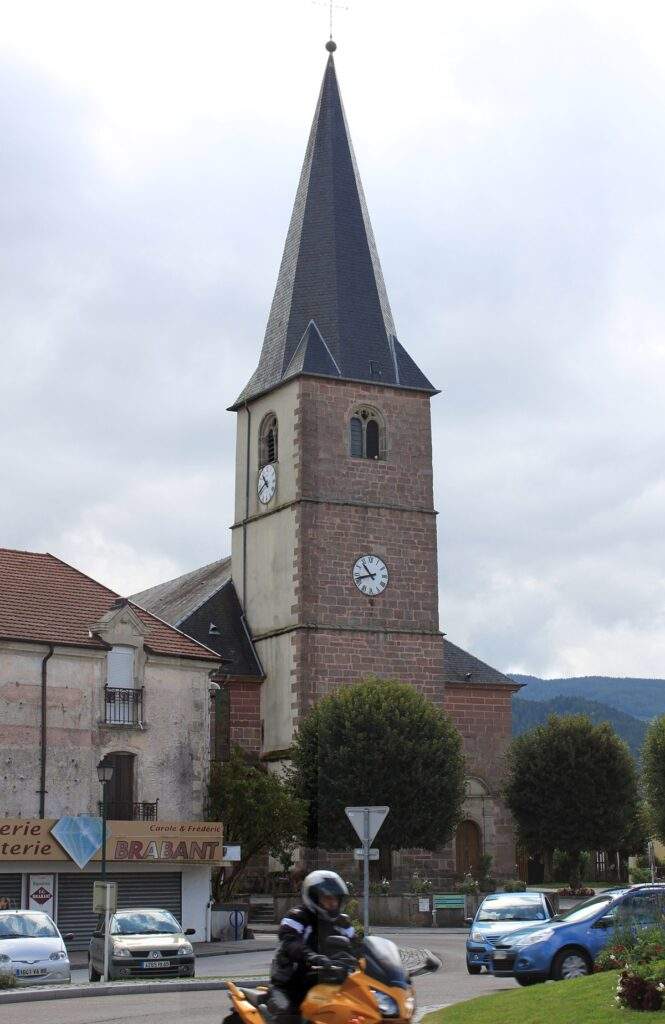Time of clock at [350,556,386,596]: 10:42
